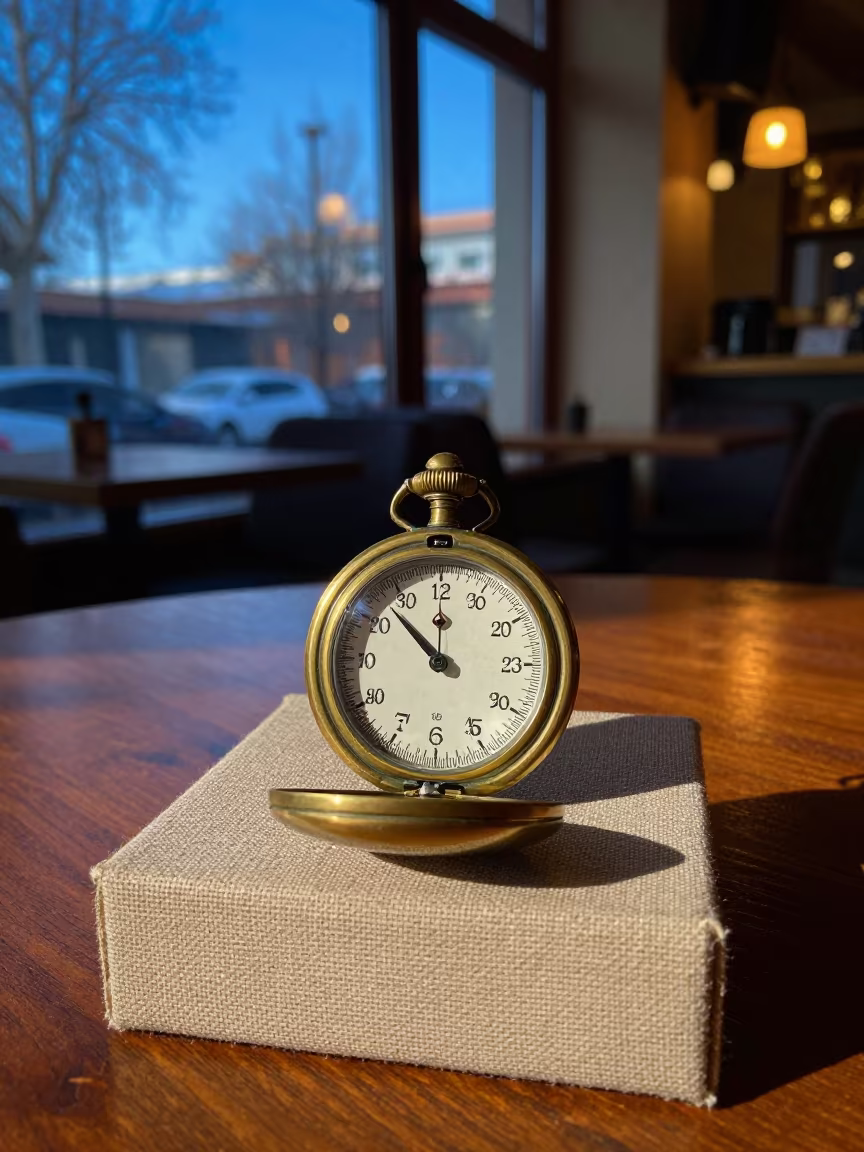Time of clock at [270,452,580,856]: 11:52
